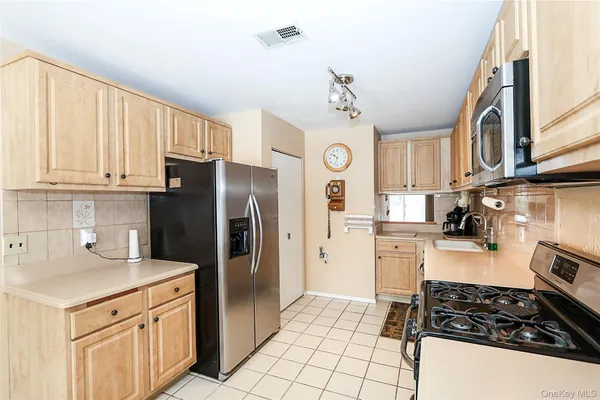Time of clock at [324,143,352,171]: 10:33
